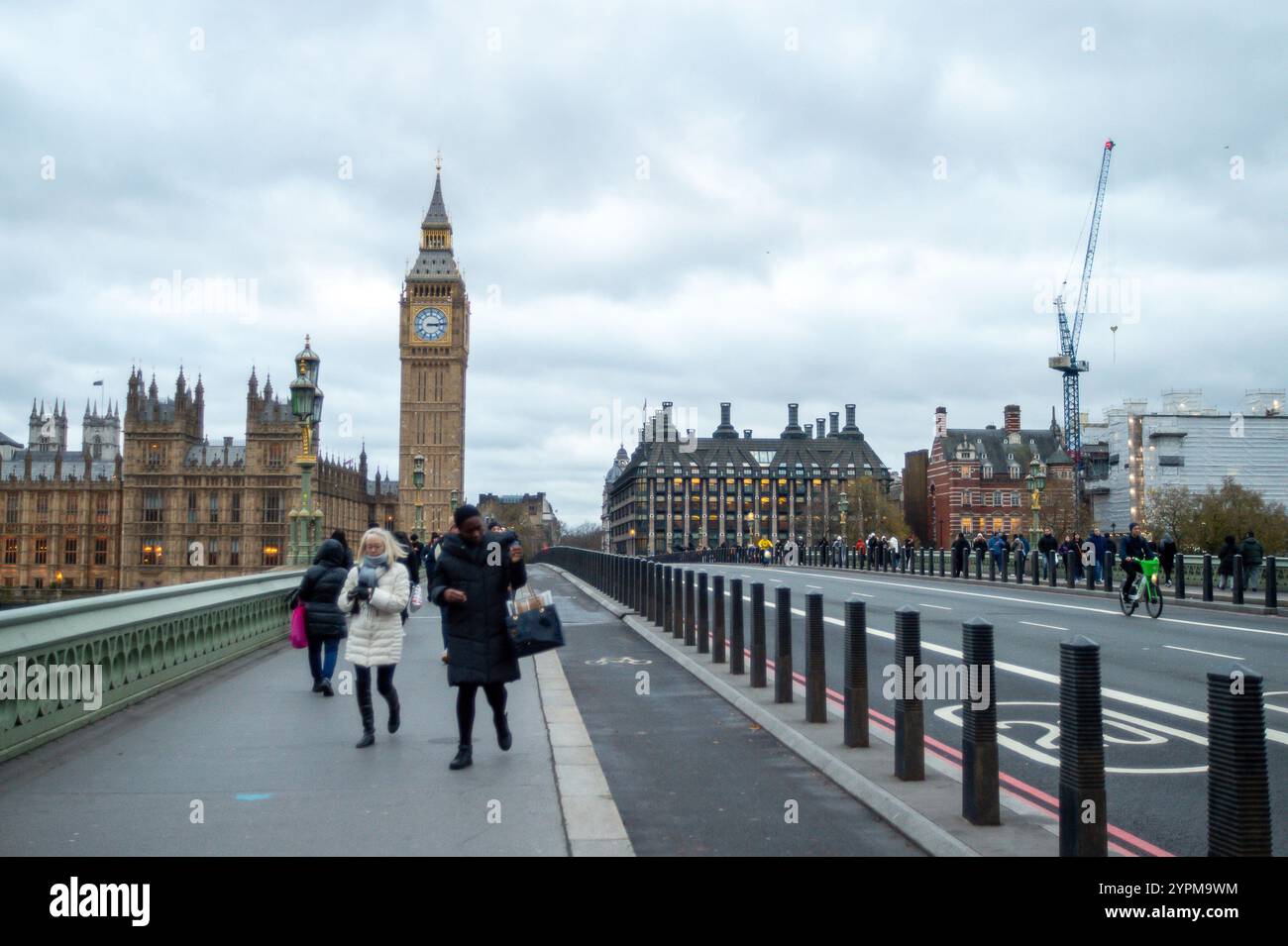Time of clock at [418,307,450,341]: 3:14
